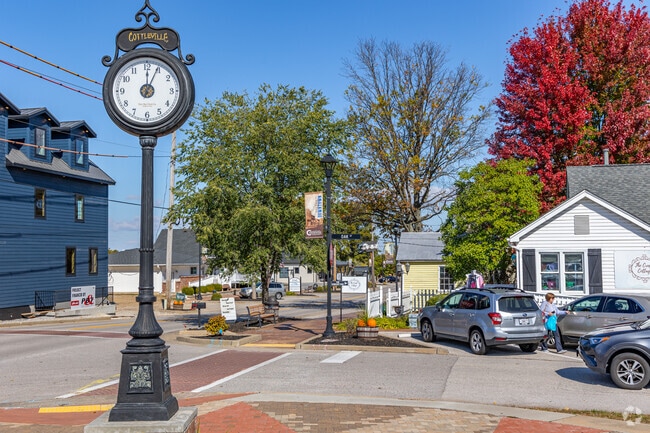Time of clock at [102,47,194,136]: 12:04
